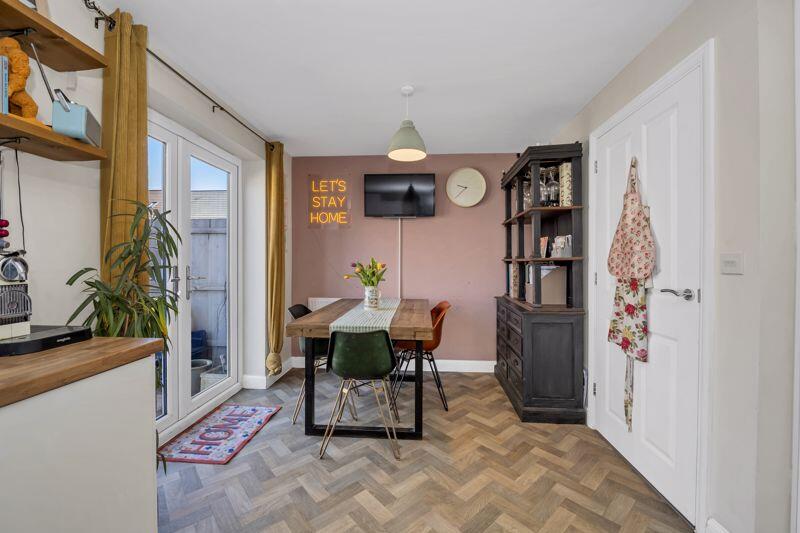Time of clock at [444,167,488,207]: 9:38
